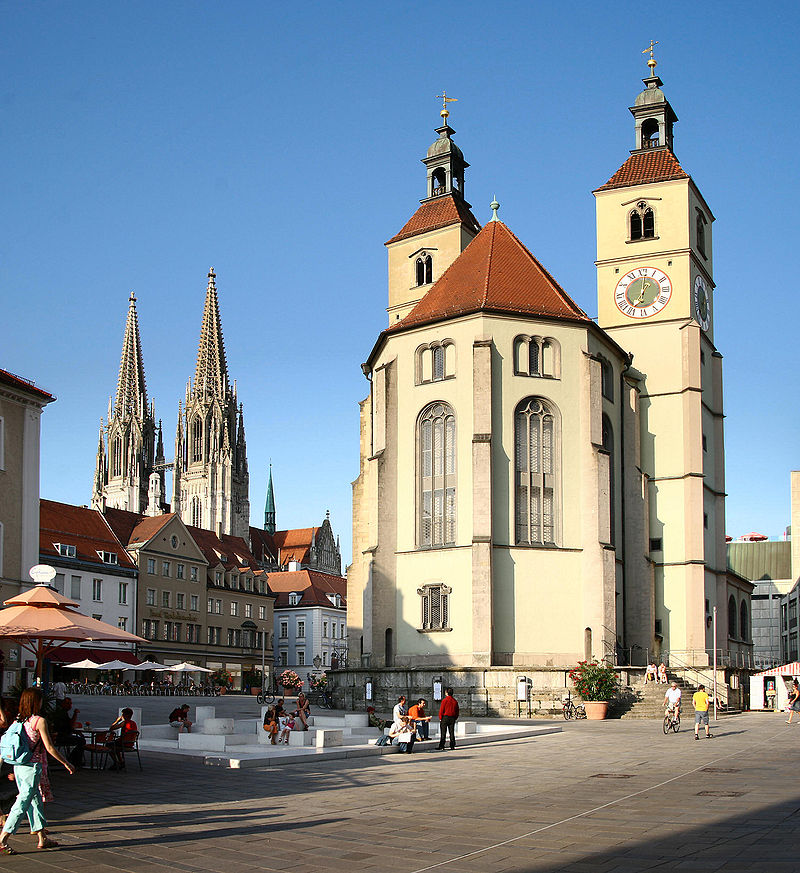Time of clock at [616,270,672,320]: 1:01
